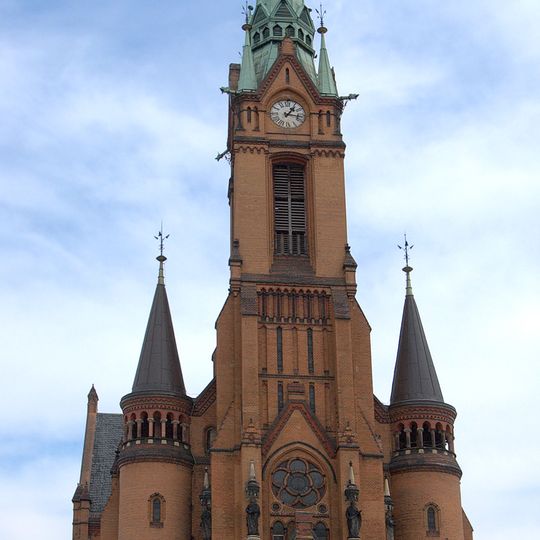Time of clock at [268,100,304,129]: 1:16
